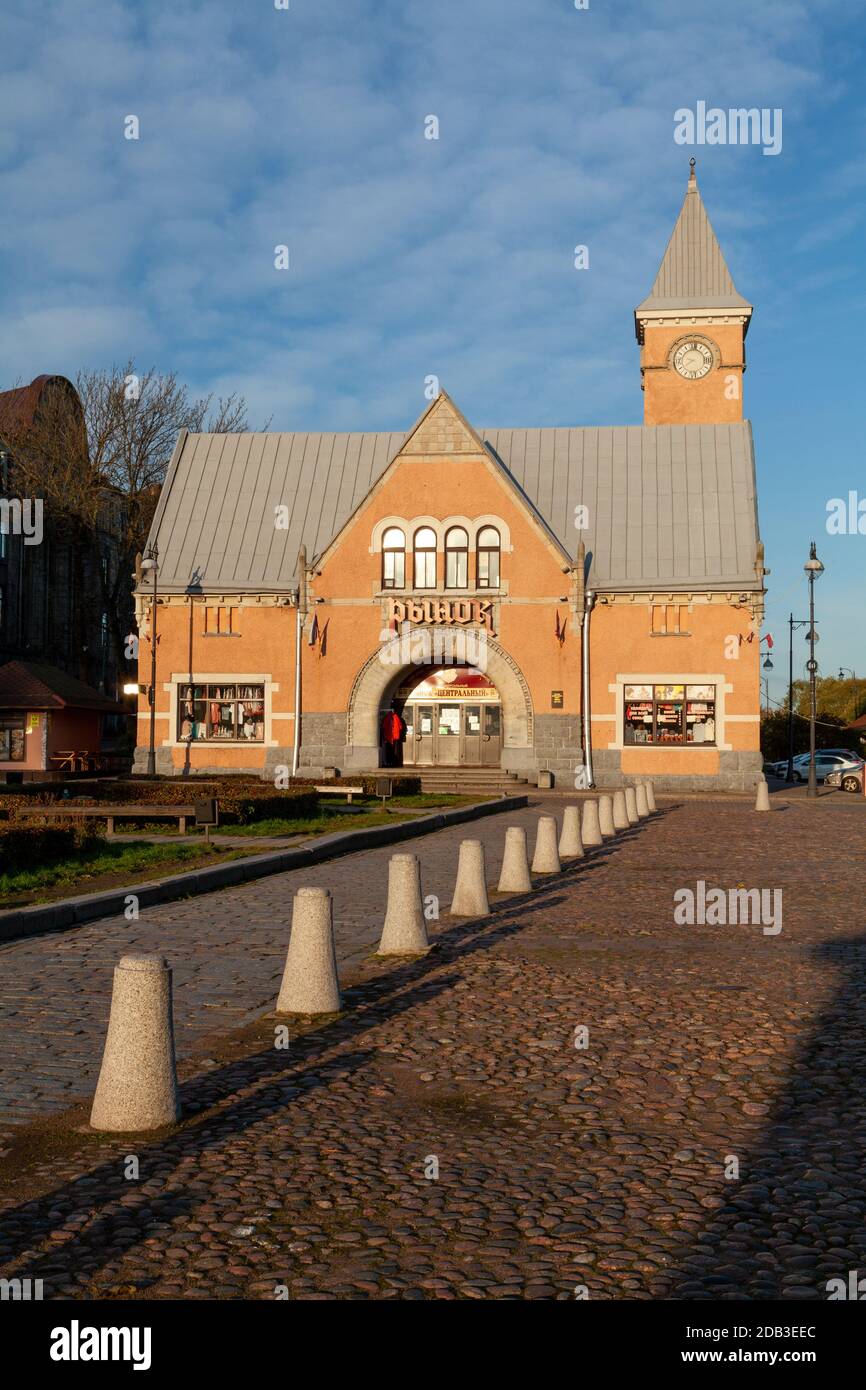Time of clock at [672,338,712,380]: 9:39
